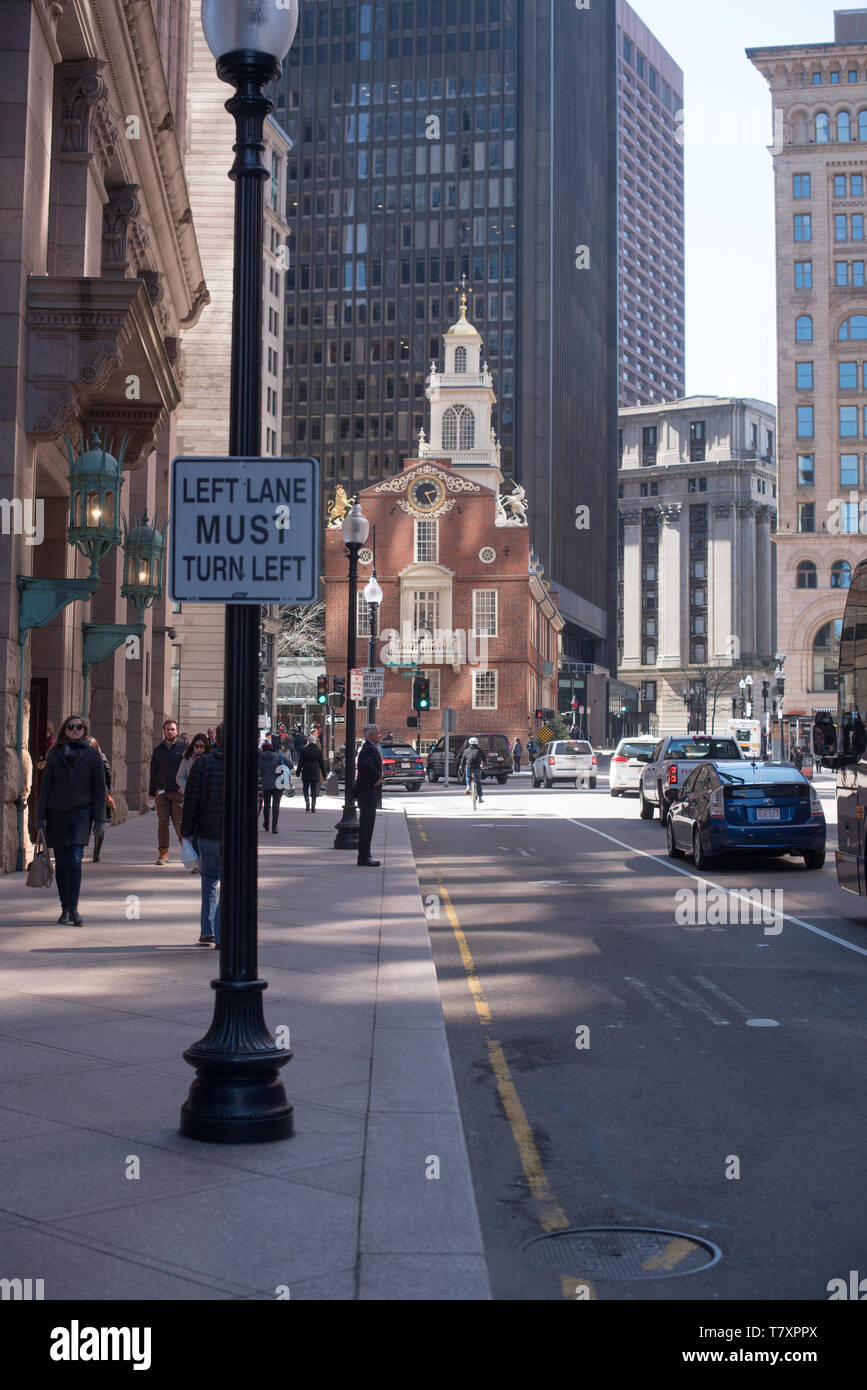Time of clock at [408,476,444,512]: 2:25
